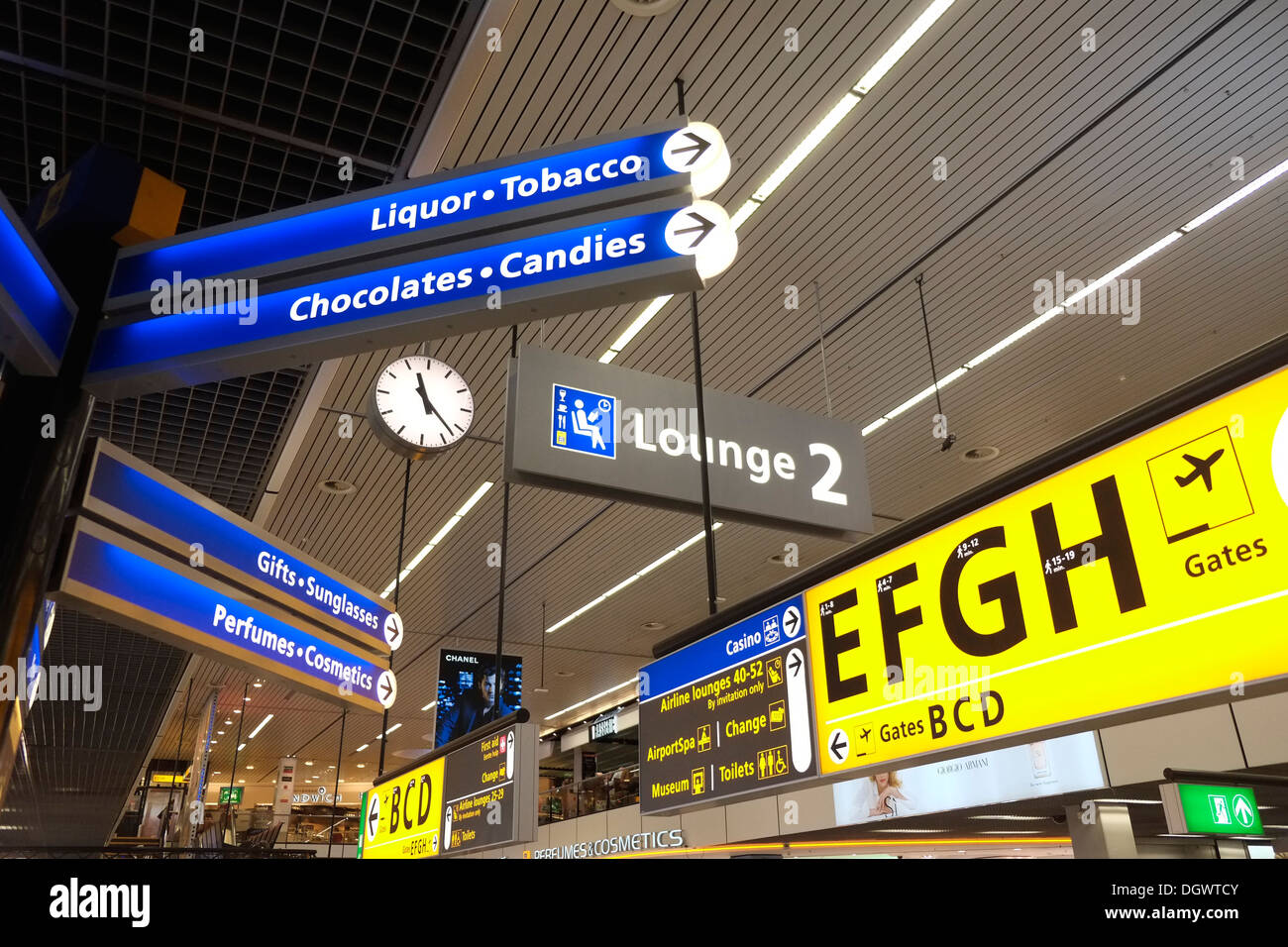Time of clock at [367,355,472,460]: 11:22
